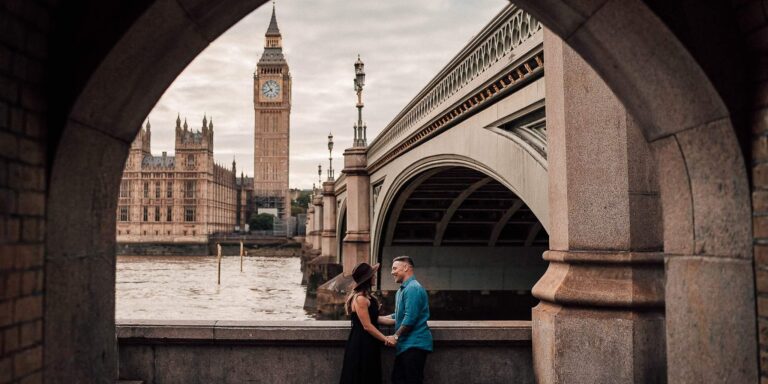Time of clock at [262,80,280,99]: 7:54
